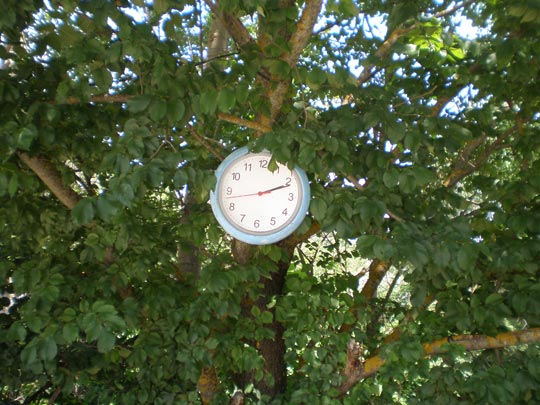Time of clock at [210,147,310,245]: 2:11
